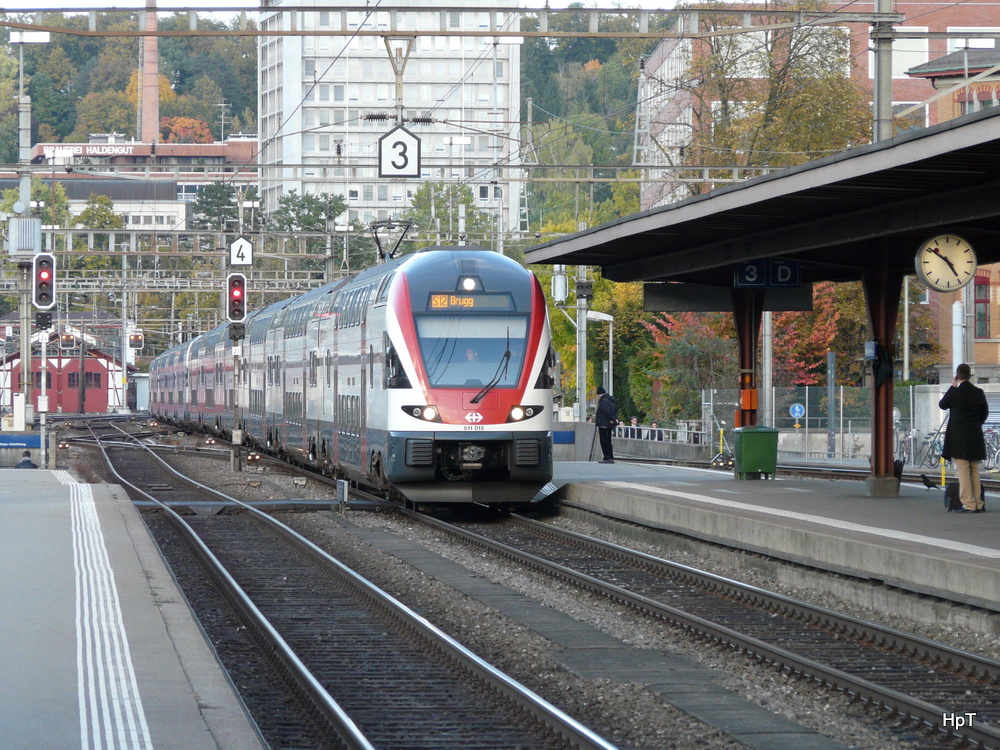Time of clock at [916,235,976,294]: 4:51
